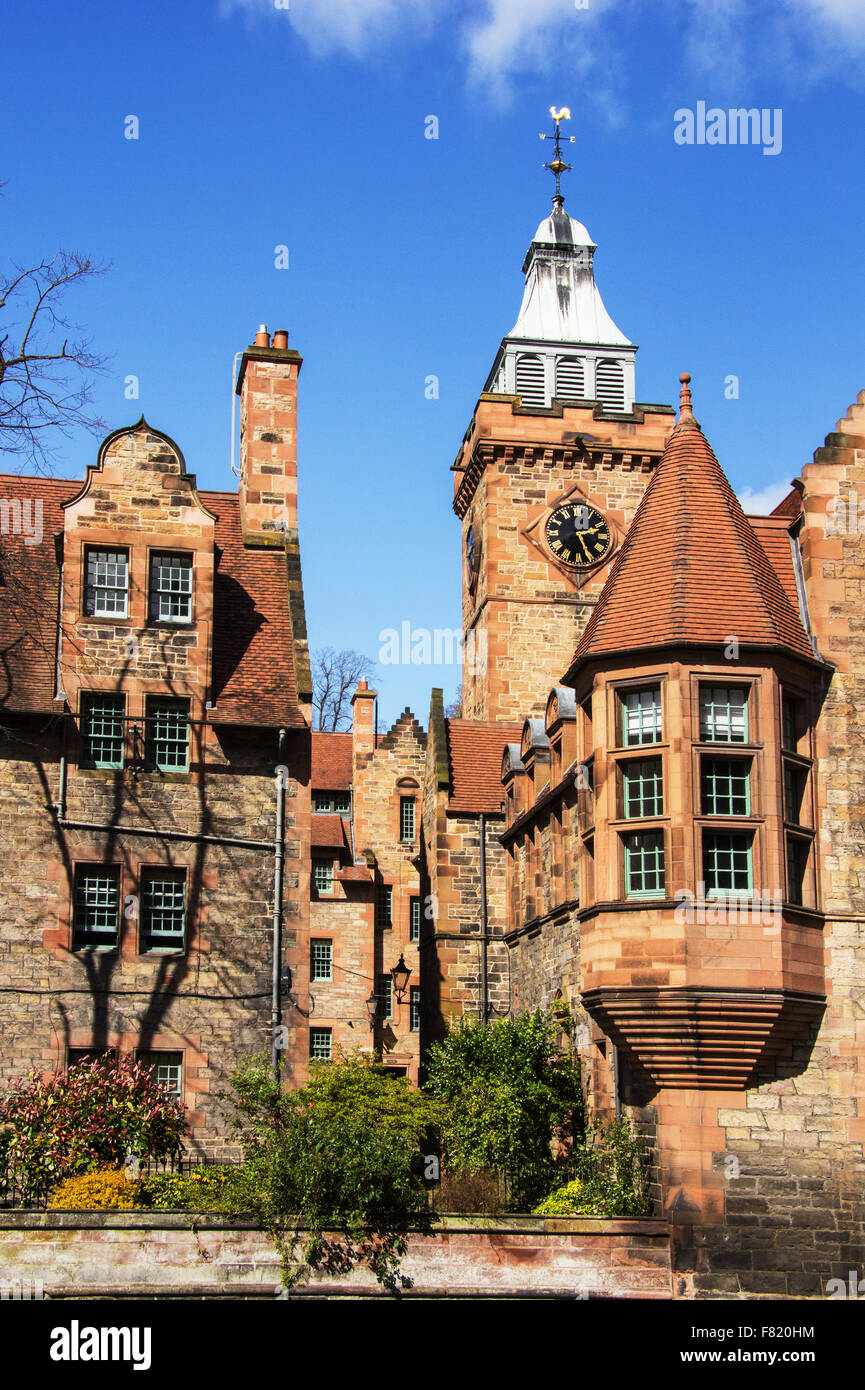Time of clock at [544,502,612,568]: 2:25
